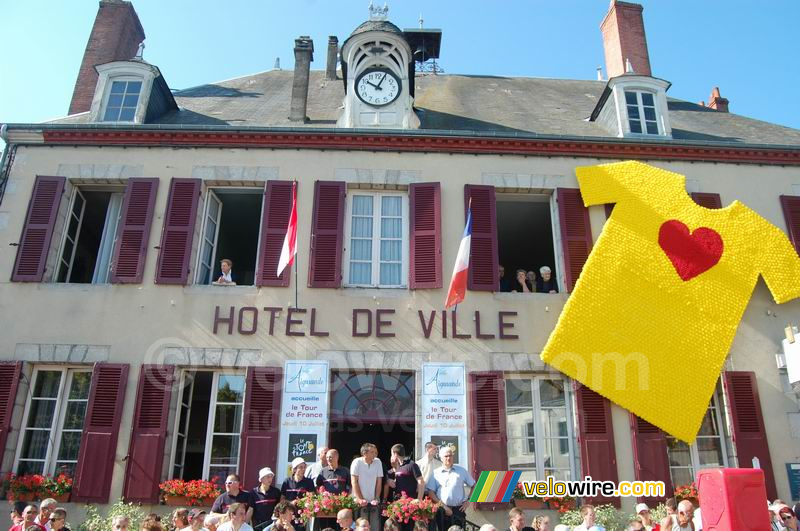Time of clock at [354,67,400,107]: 10:04
